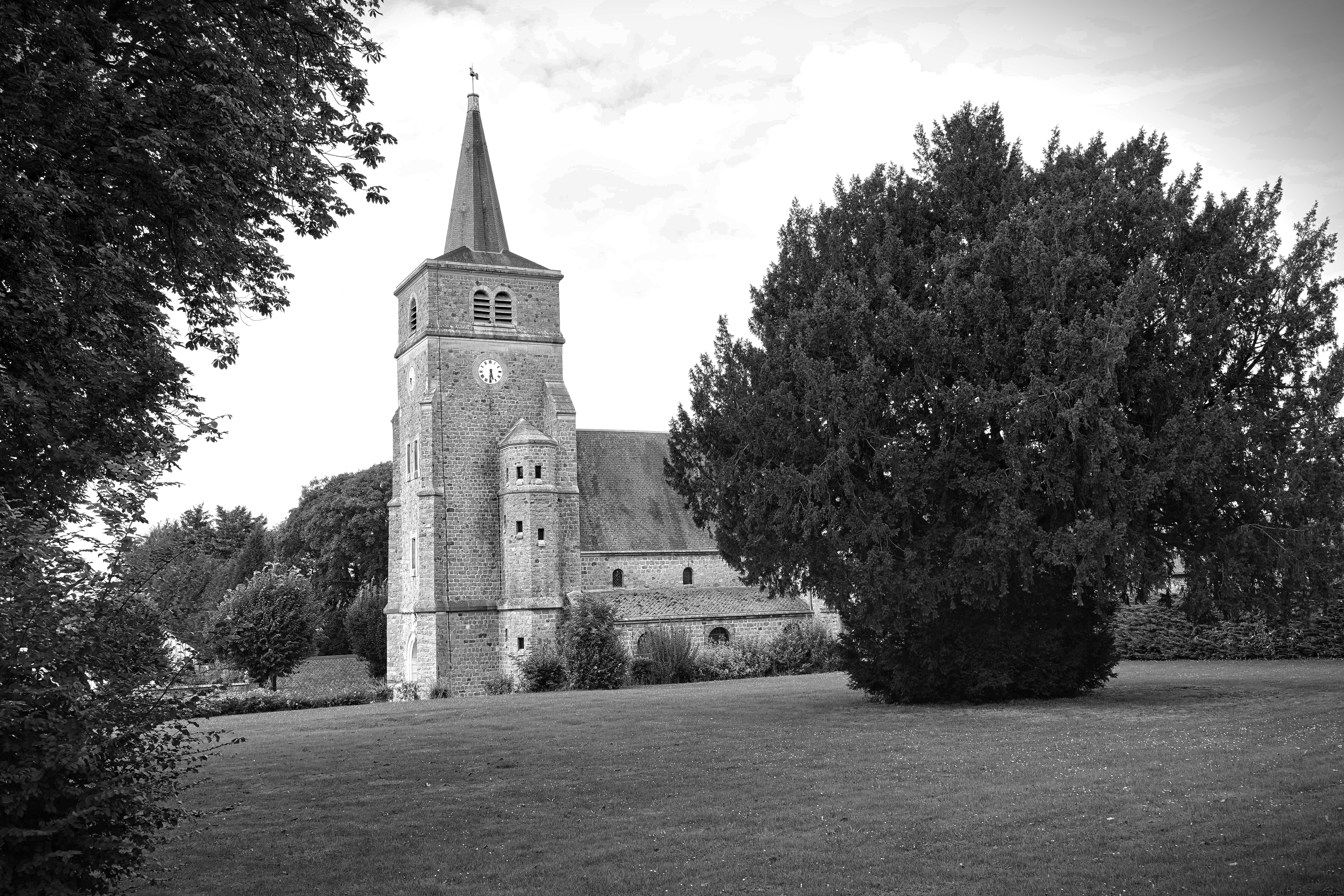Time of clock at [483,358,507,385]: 5:31
